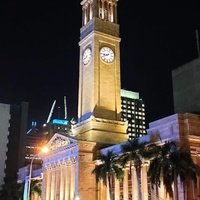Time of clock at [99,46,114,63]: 8:40
